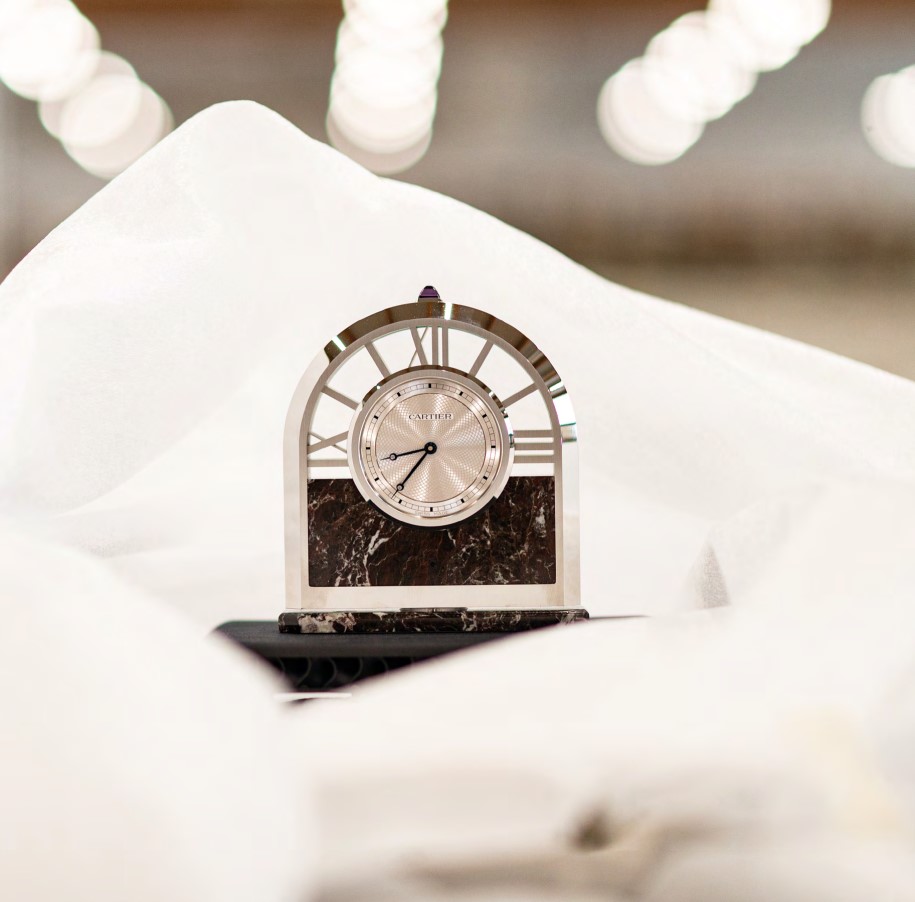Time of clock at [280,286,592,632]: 8:36
